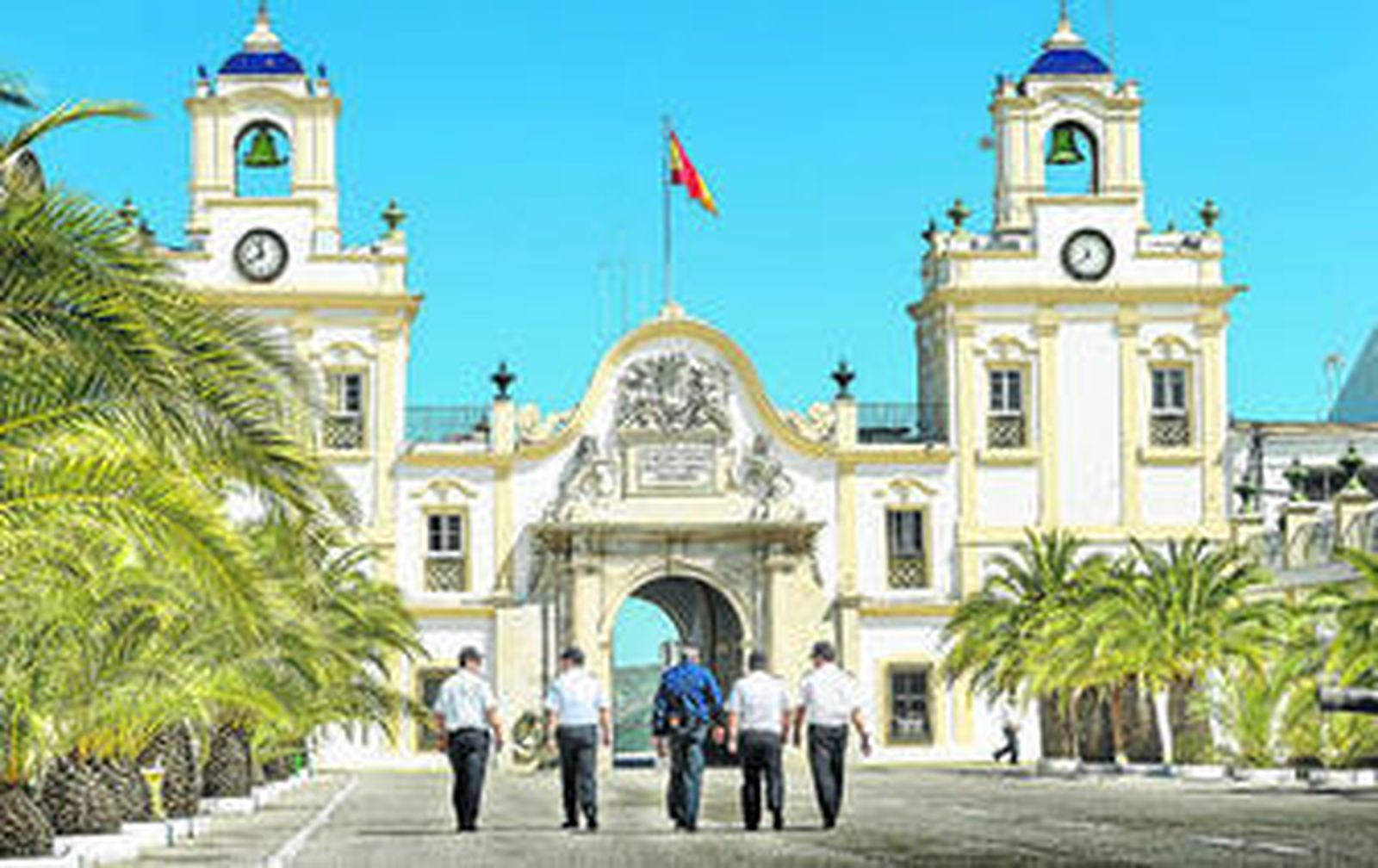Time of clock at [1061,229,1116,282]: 11:37
